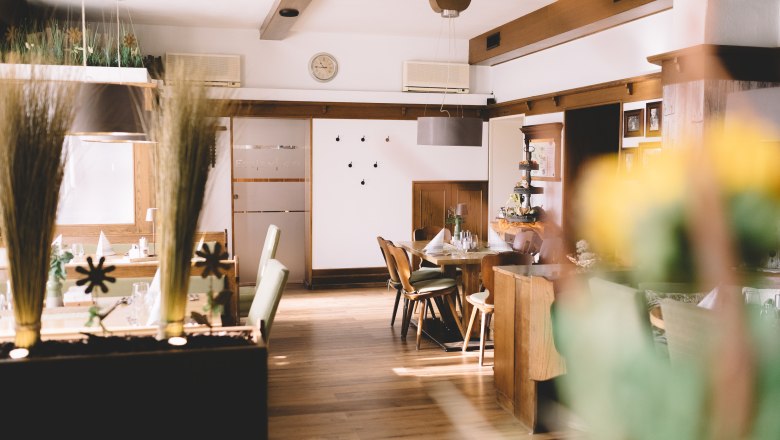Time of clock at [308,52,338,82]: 10:45
